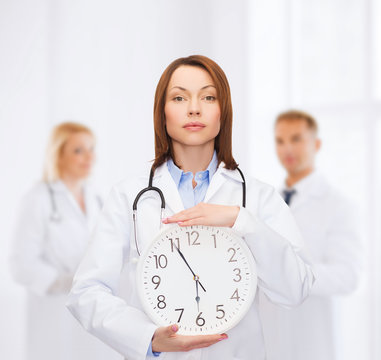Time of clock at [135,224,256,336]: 5:55
